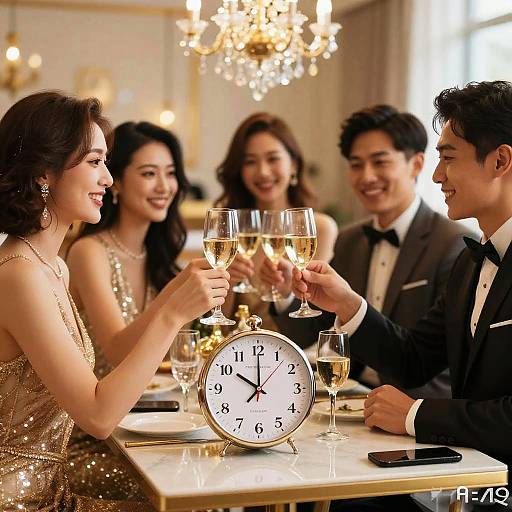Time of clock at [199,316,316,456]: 10:00
